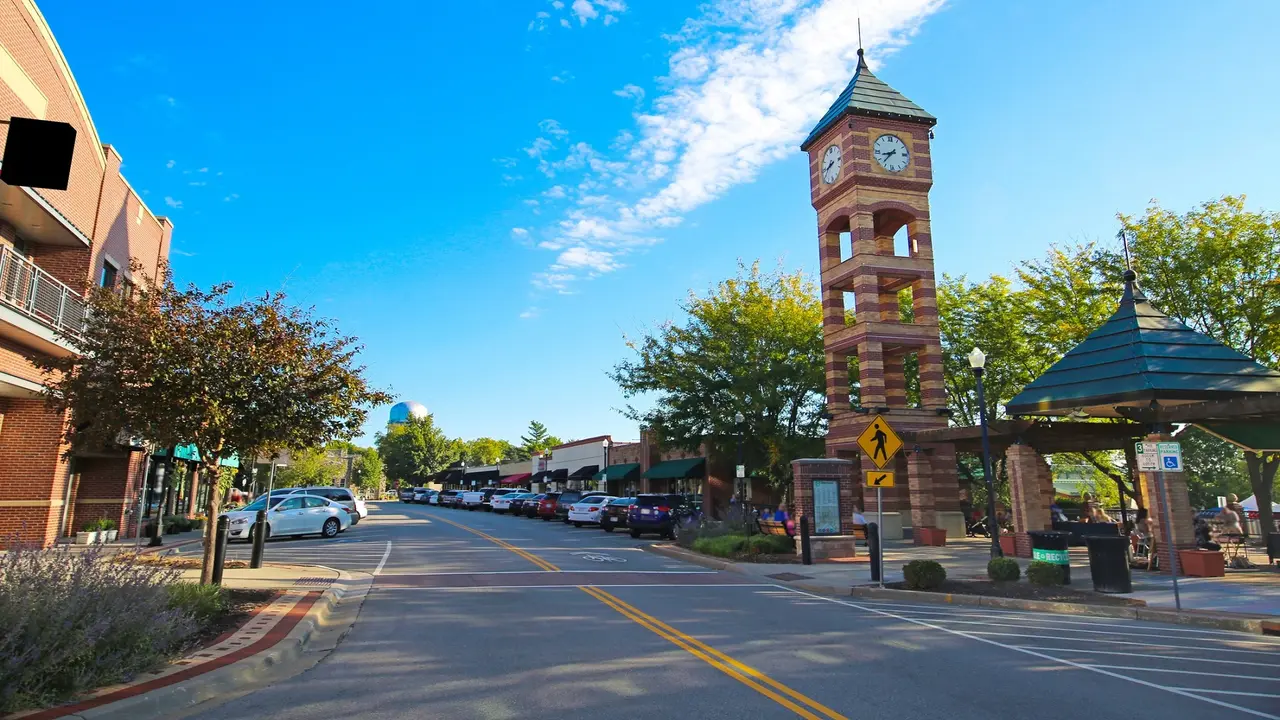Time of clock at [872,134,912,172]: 8:37
